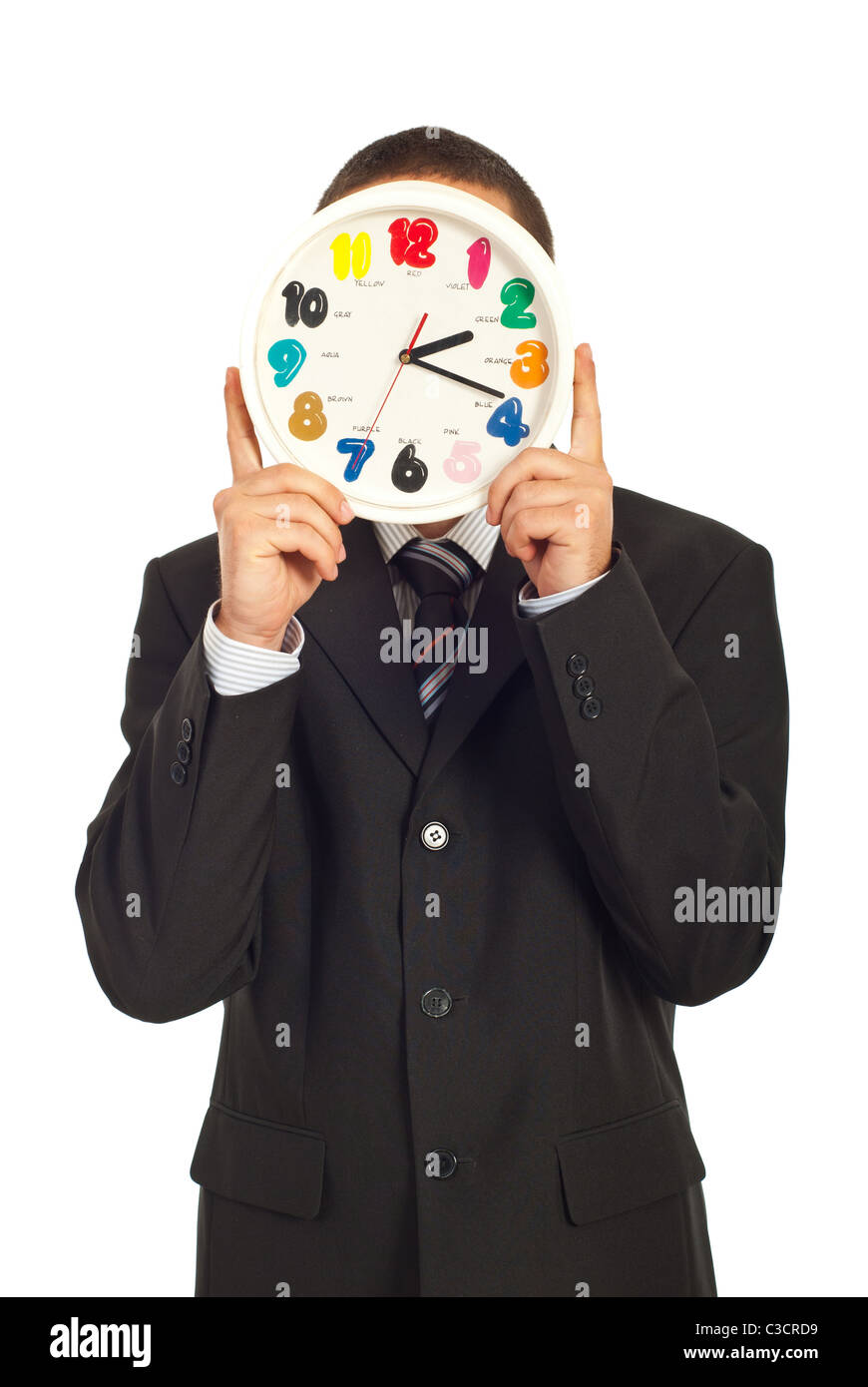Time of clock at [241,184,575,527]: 2:18
